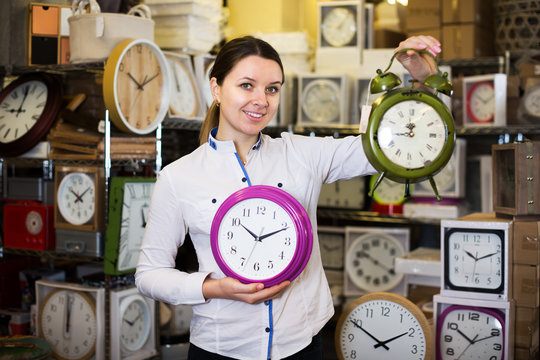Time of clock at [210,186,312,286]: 10:10
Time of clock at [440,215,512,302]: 10:11
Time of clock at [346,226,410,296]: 10:20
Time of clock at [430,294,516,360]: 10:11
